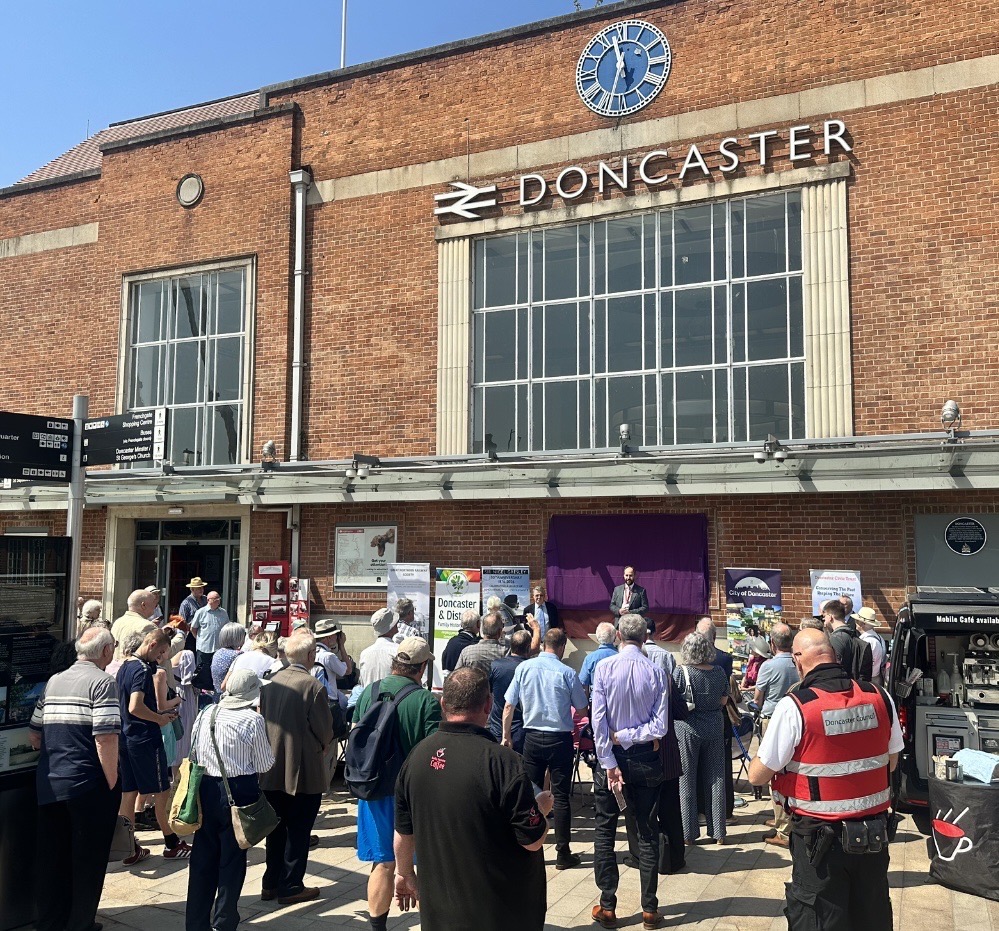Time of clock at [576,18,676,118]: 11:32
